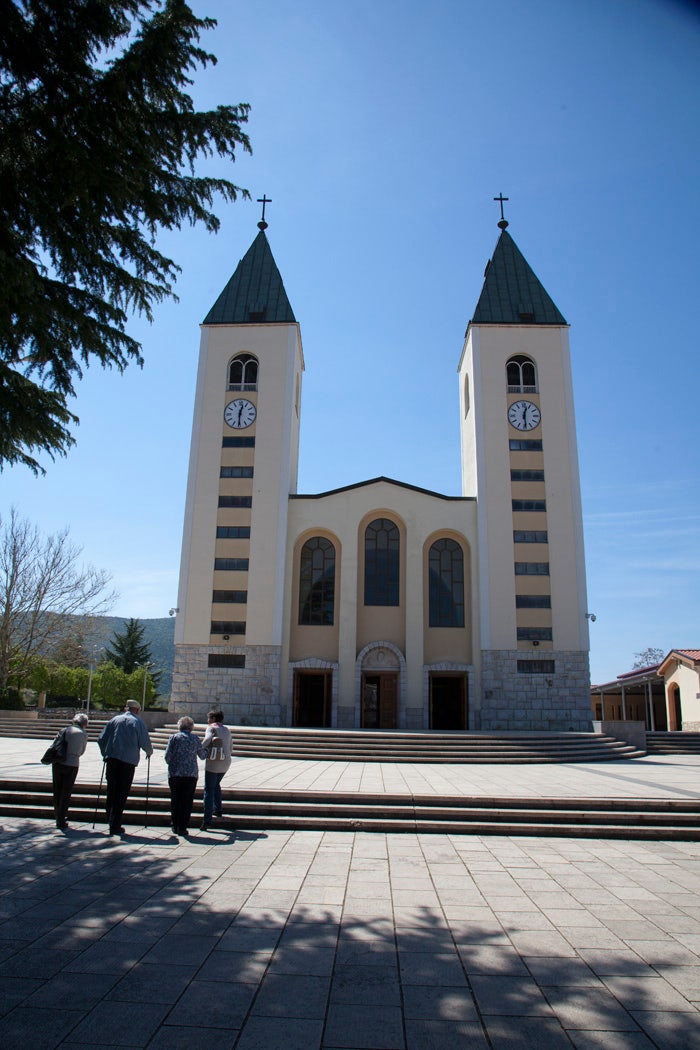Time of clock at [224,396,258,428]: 12:30
